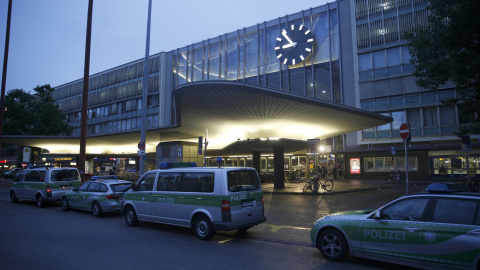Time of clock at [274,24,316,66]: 8:54
